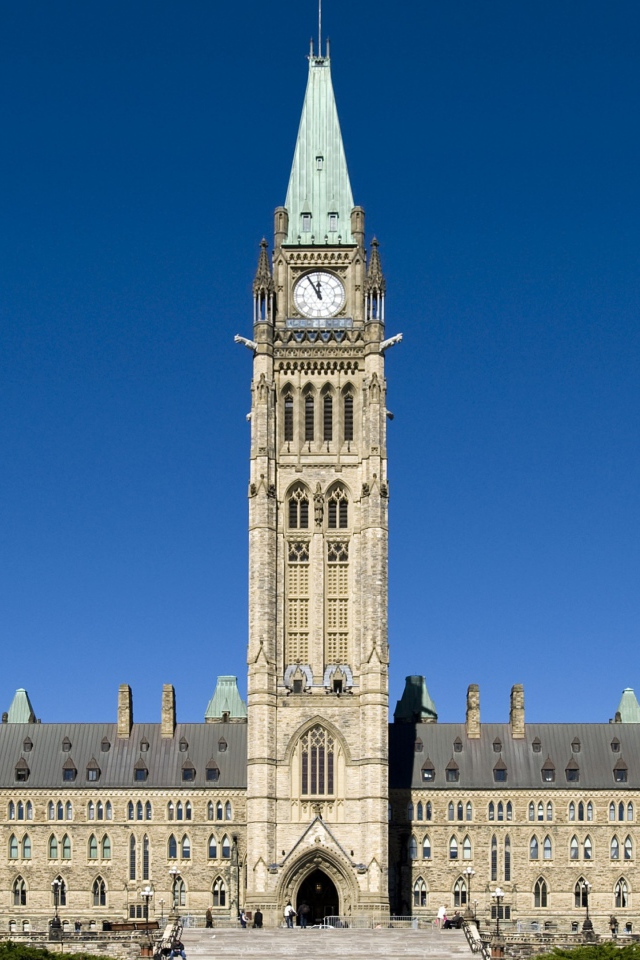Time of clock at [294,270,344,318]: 11:55
